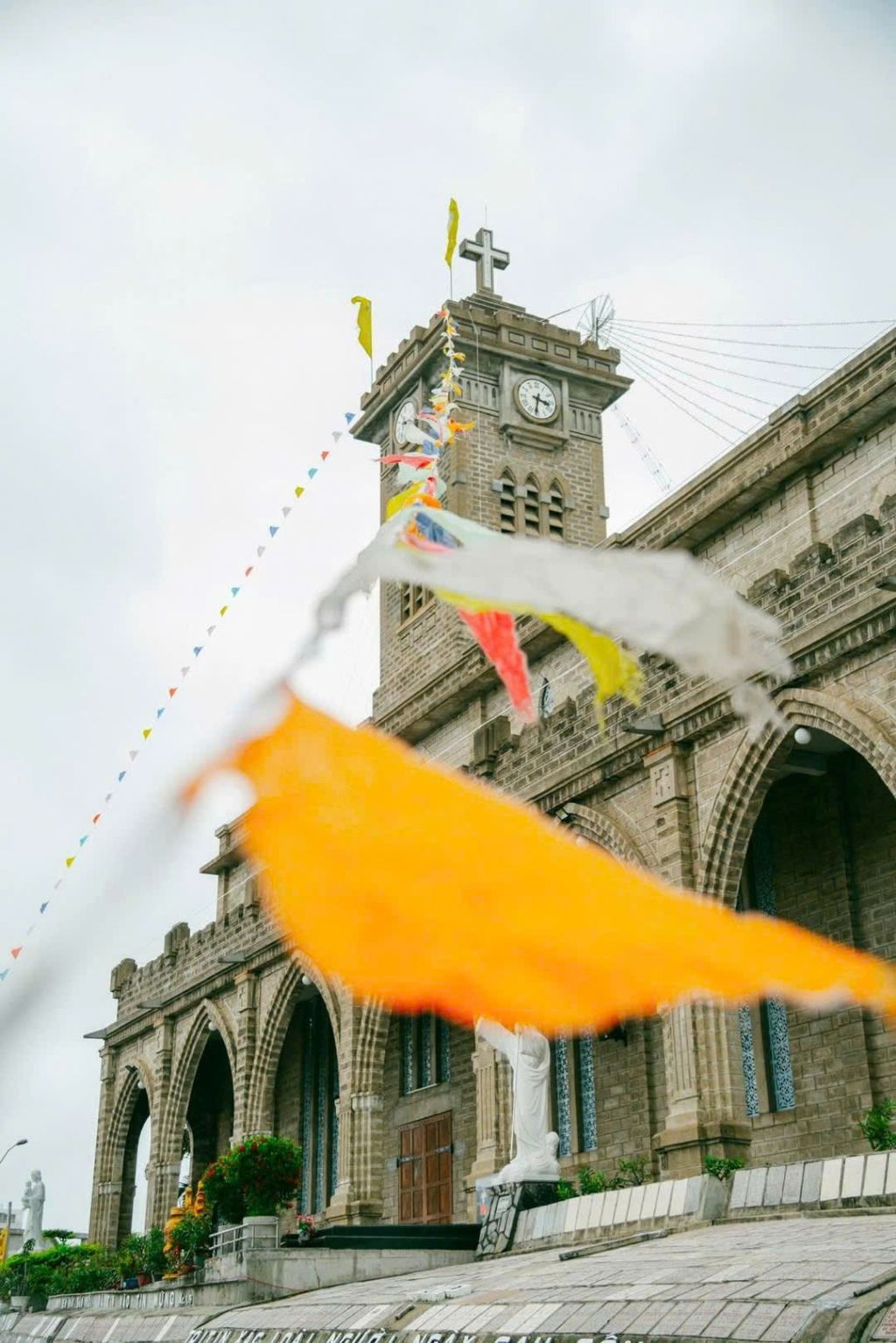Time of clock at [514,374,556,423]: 3:31
